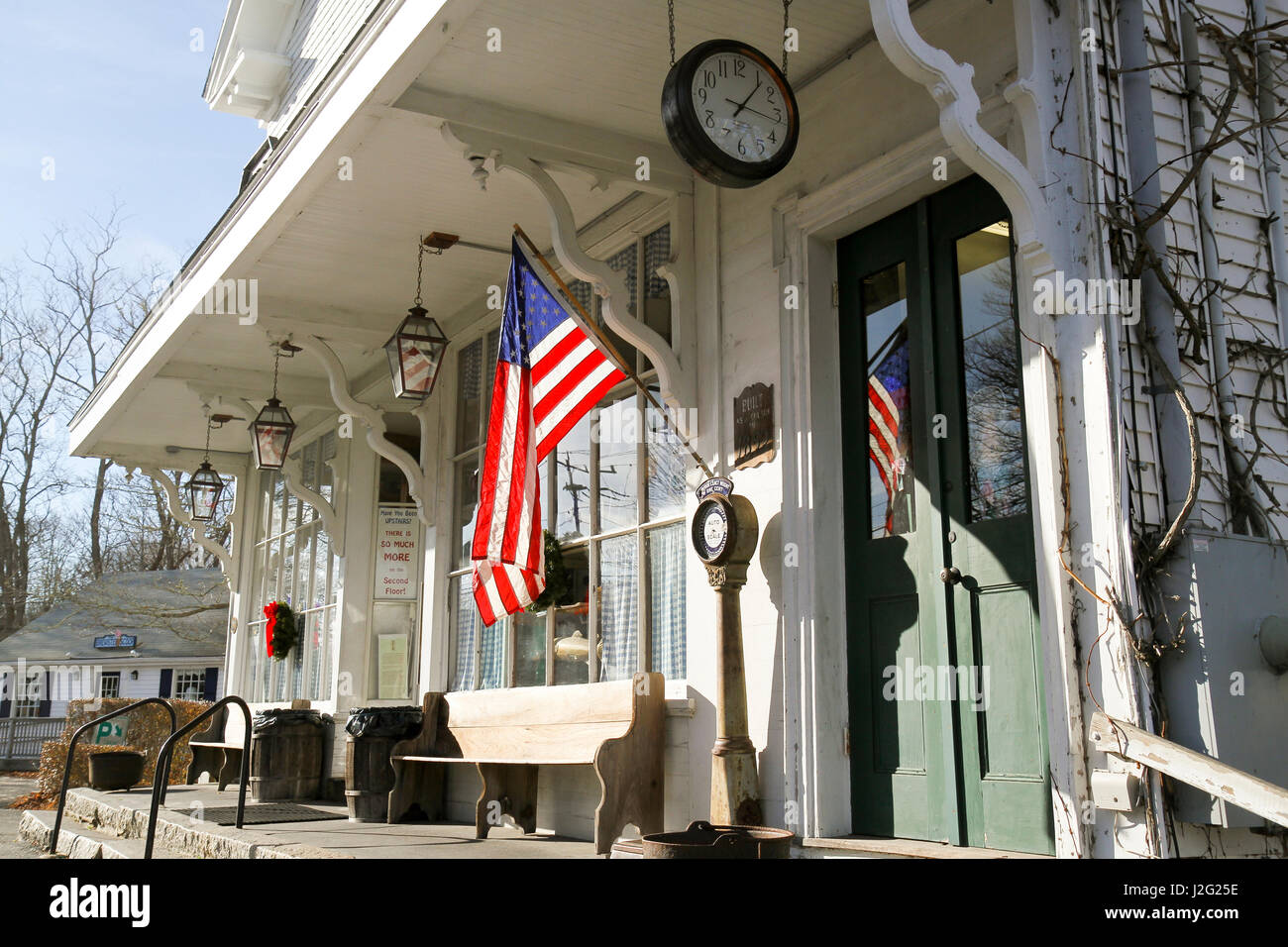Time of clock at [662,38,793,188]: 7:06
